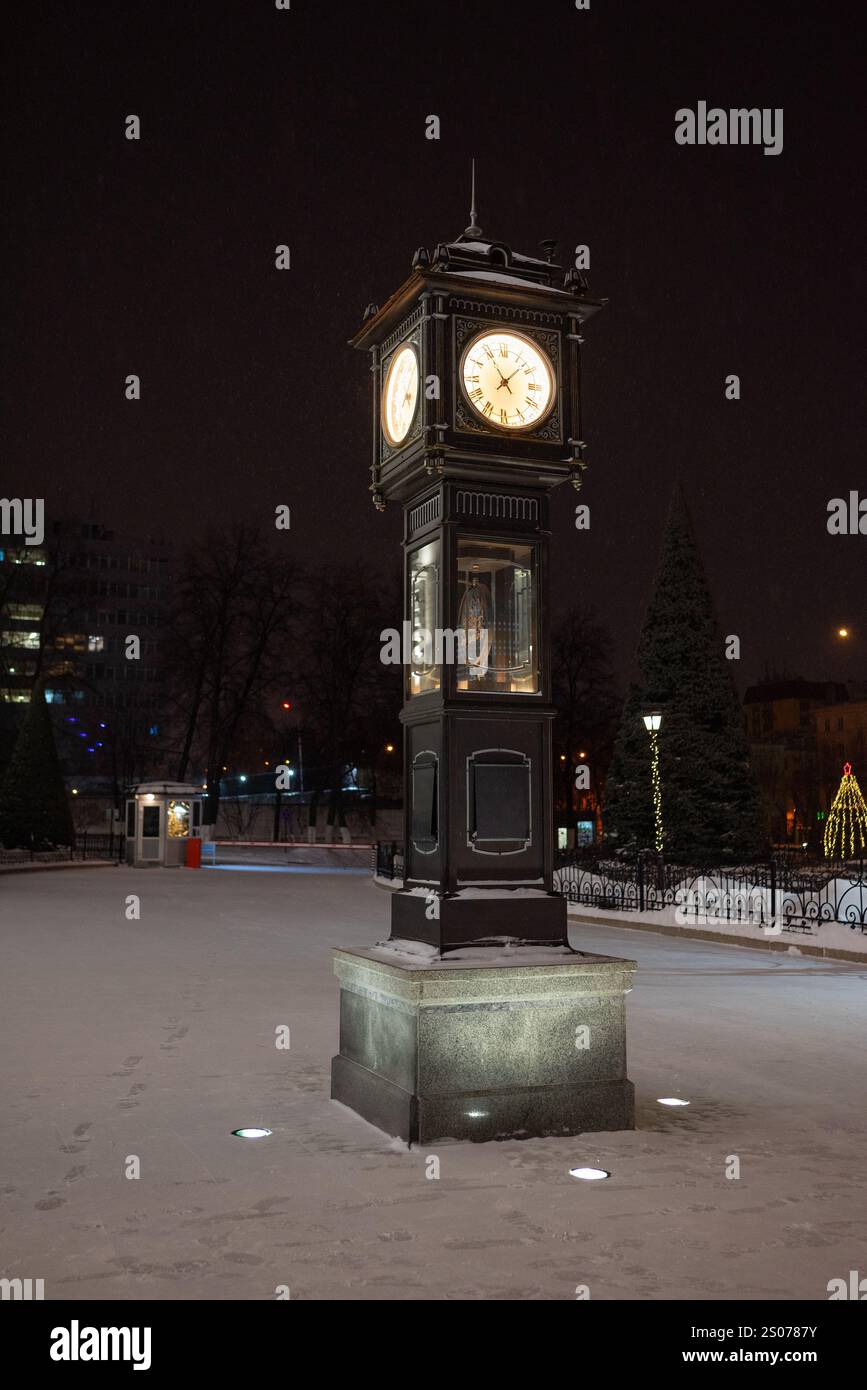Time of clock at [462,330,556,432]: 11:07
